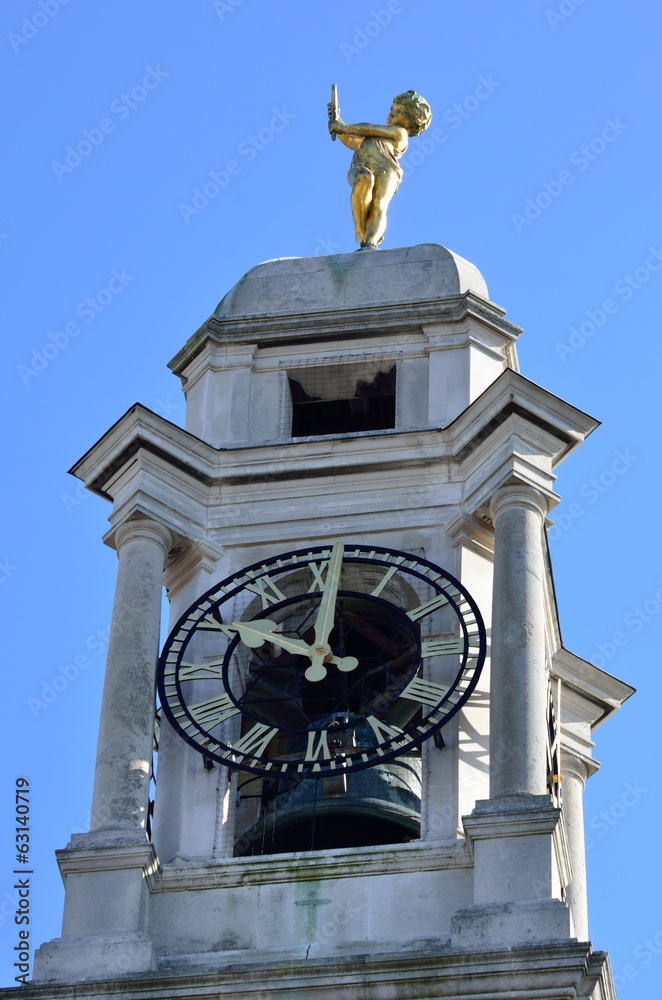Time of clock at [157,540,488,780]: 10:00
